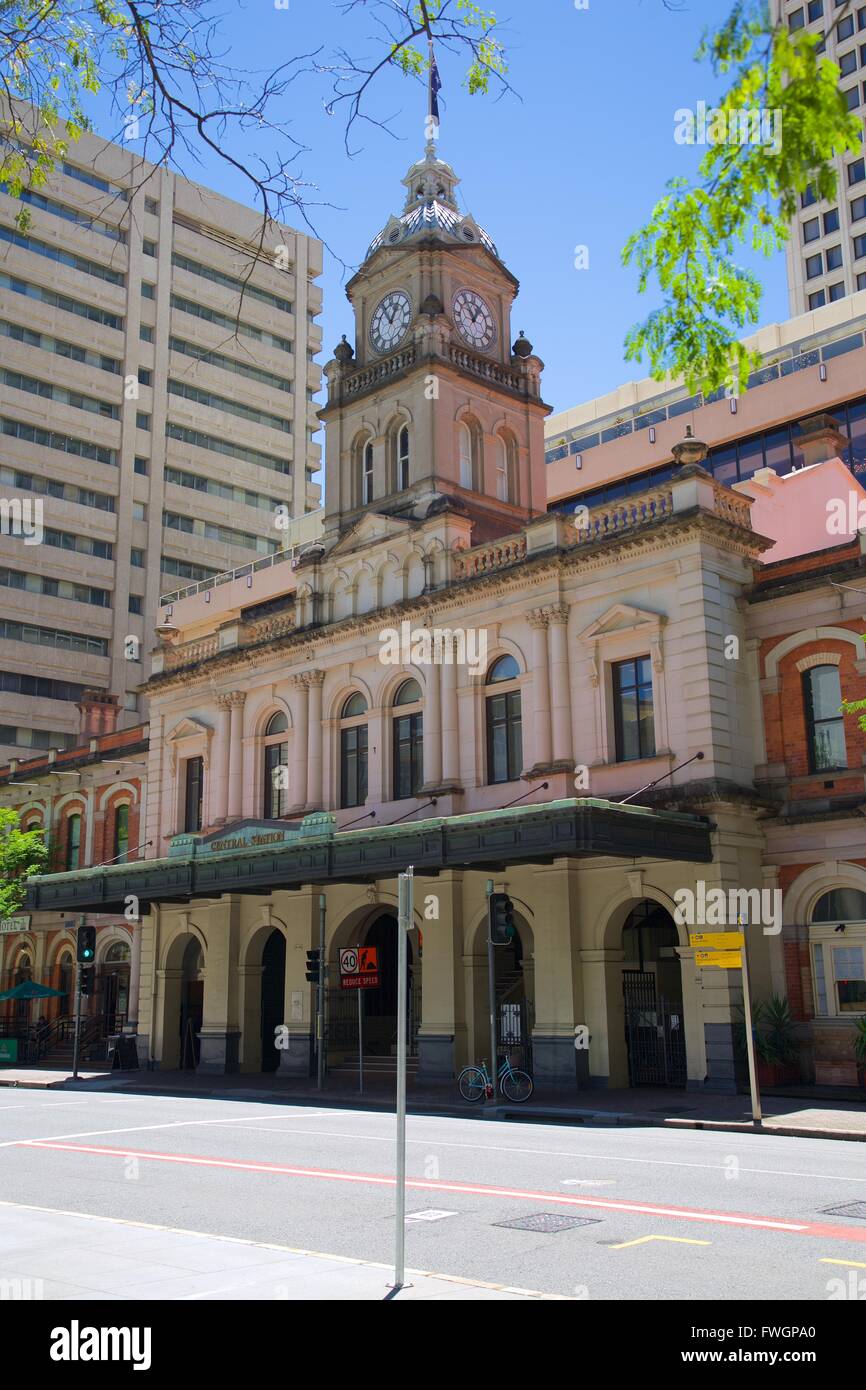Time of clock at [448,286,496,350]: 12:55
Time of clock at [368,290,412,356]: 12:55
